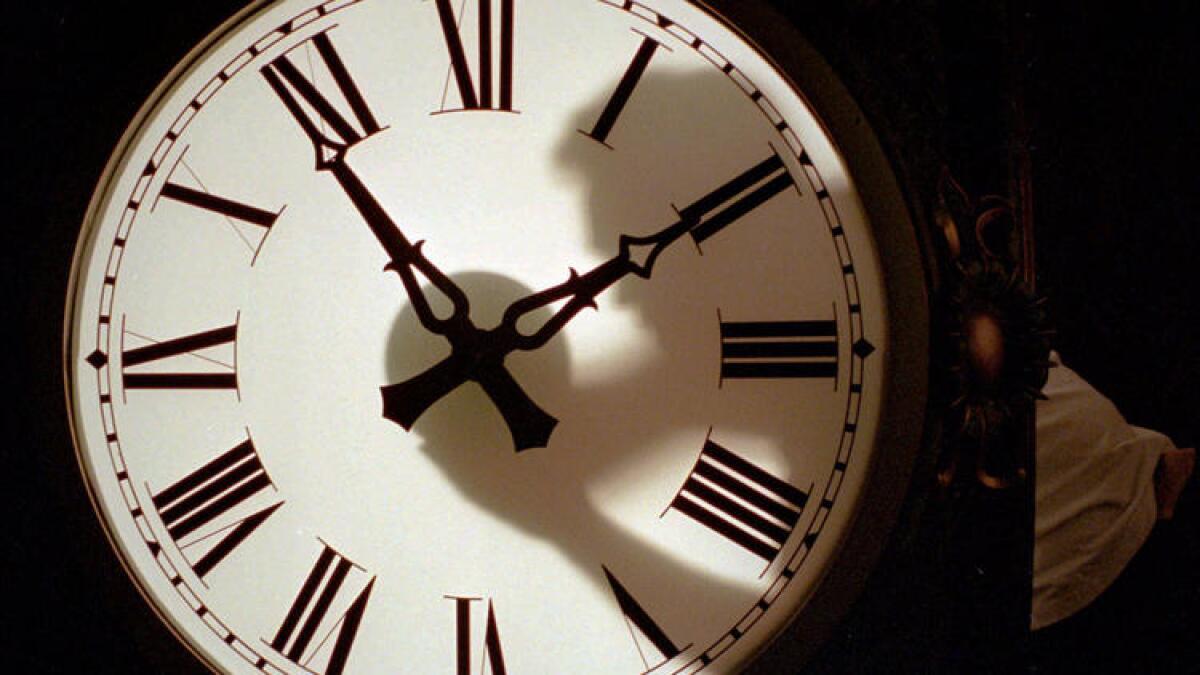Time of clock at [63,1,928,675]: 1:54
